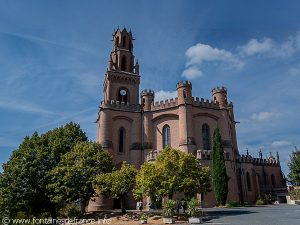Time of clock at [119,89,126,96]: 8:36
